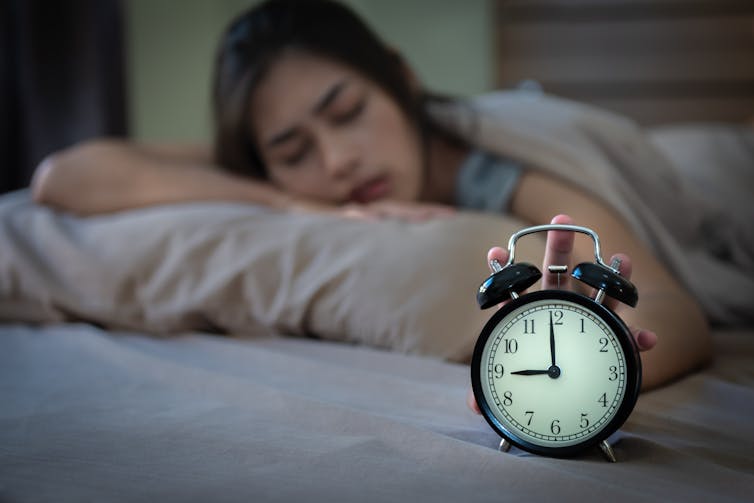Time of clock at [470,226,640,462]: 8:59
